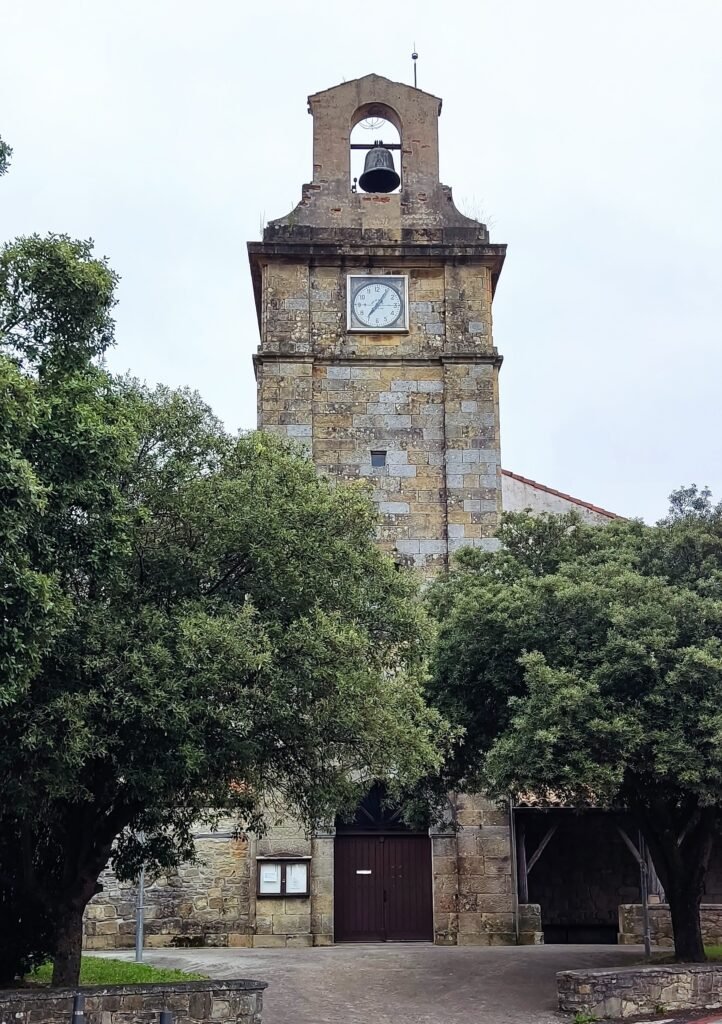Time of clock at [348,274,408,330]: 7:05
